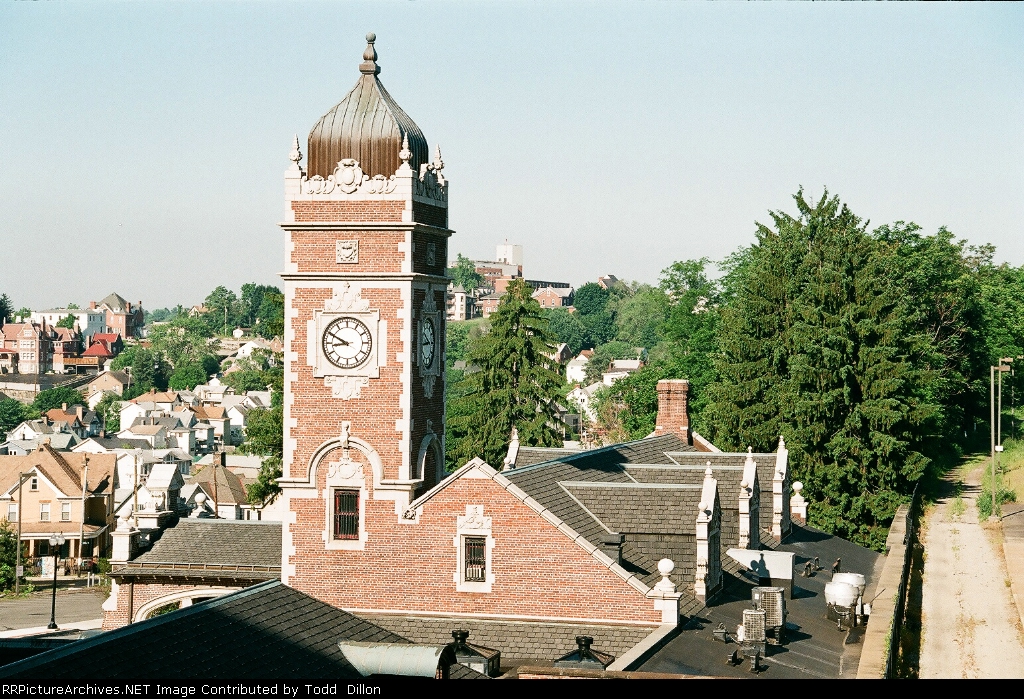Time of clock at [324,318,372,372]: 8:49
